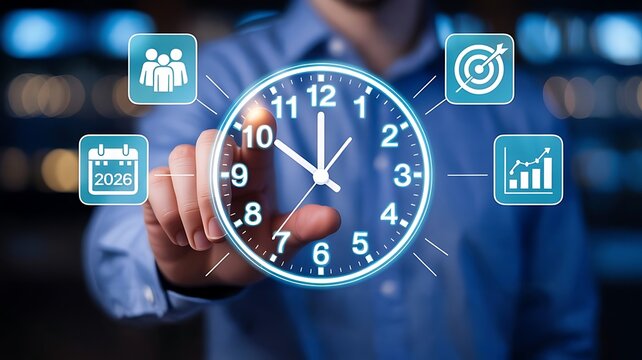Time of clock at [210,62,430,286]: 11:50
